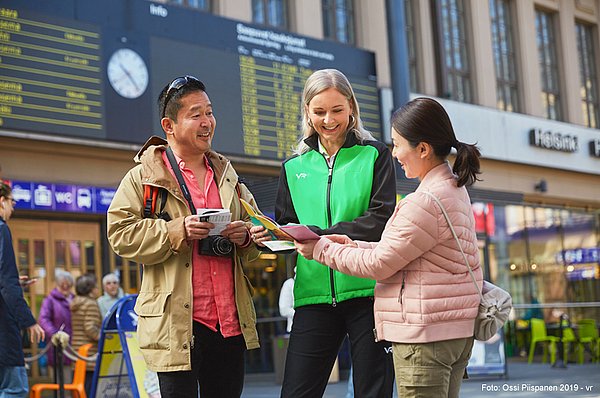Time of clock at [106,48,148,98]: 10:23
